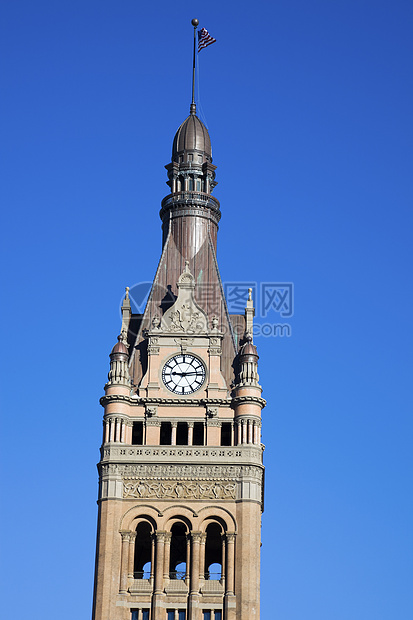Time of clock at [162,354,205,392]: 9:13
